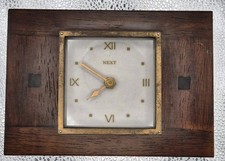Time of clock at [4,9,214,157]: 7:50
